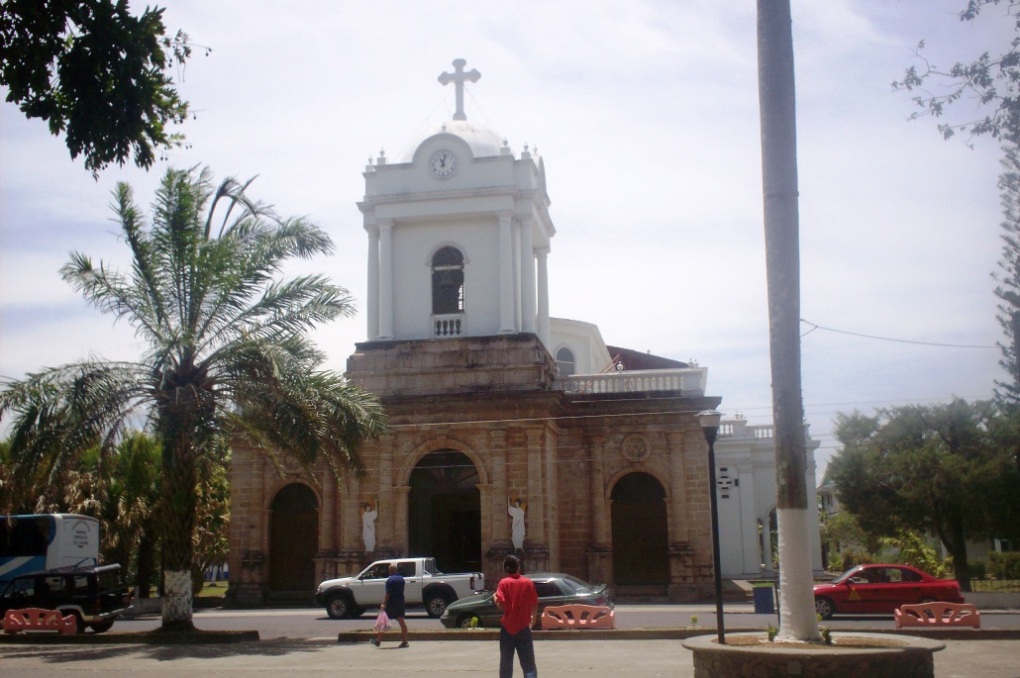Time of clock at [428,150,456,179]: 11:02
